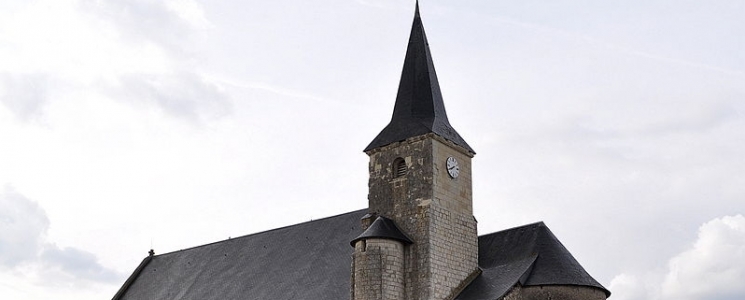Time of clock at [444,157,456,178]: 7:40
